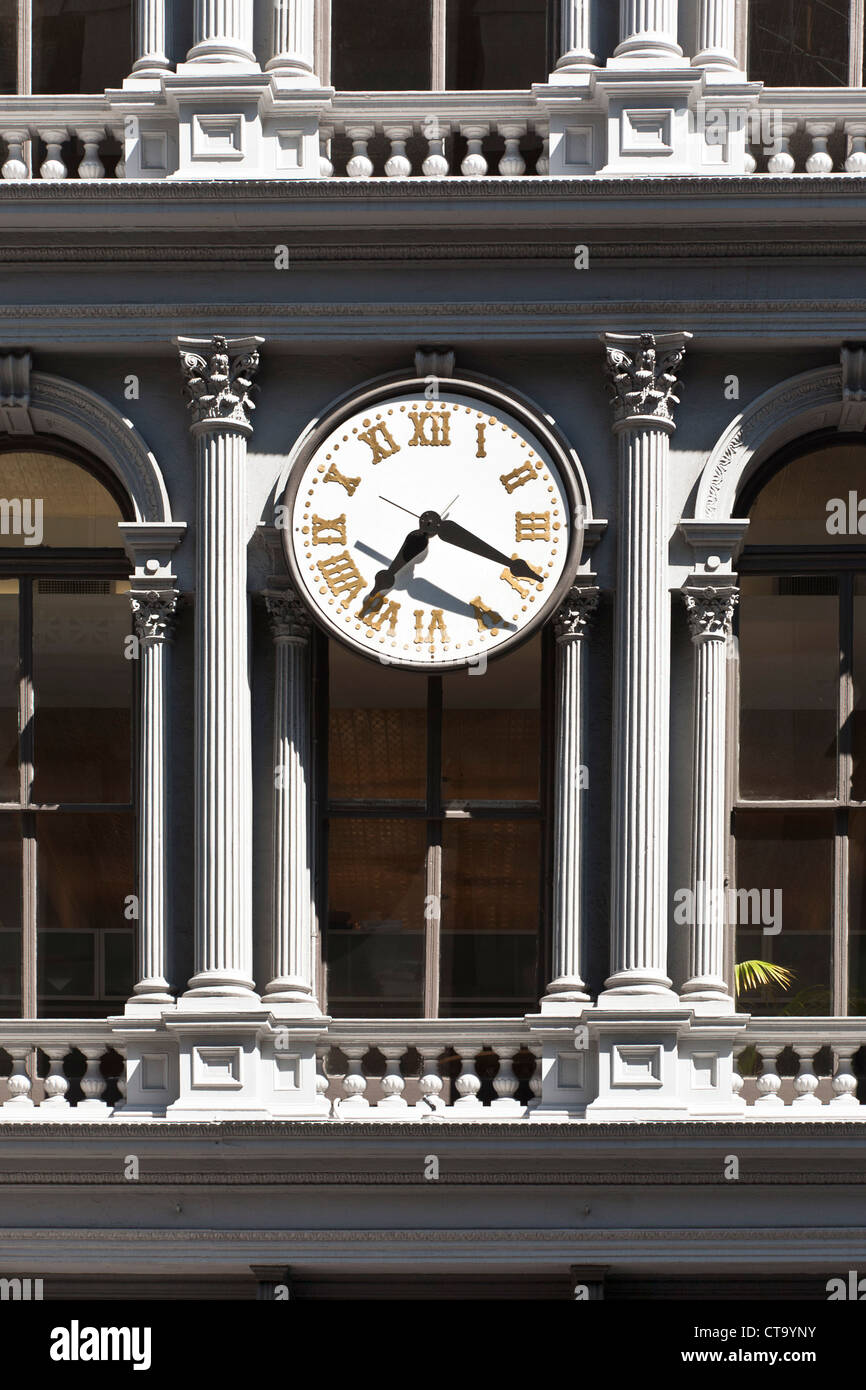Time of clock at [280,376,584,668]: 7:19
